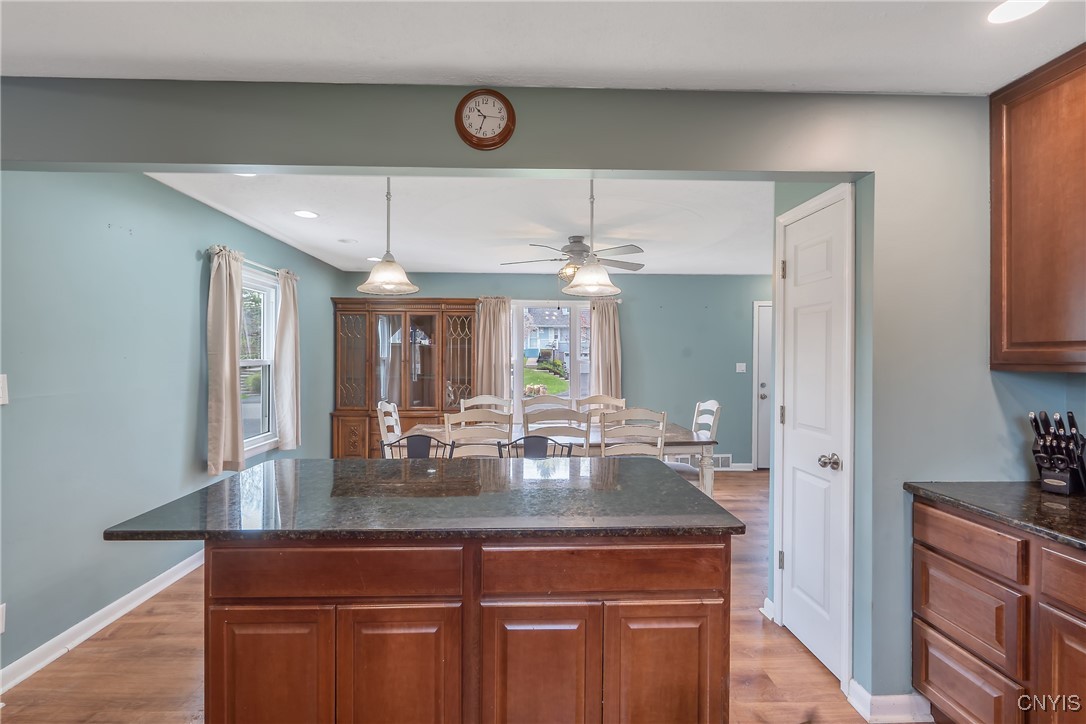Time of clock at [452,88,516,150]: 10:33
